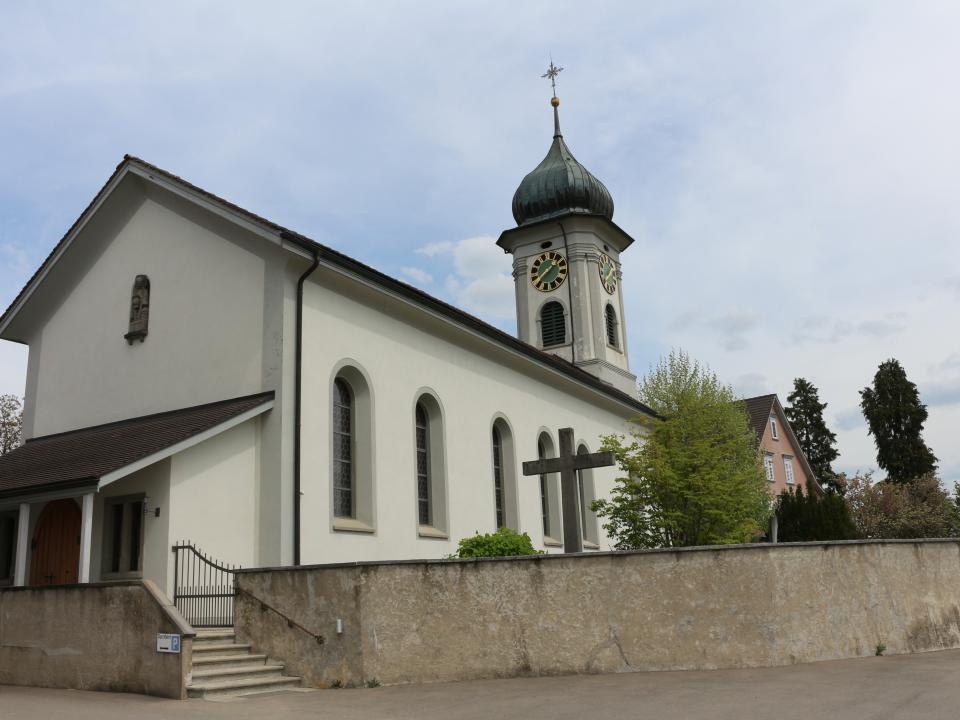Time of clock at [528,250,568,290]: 1:37
